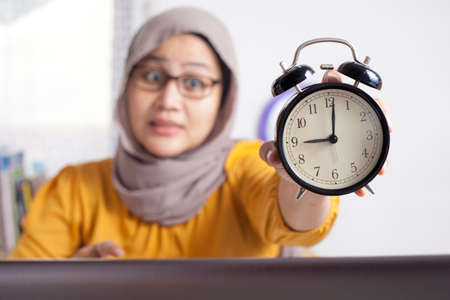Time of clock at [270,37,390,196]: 9:01
